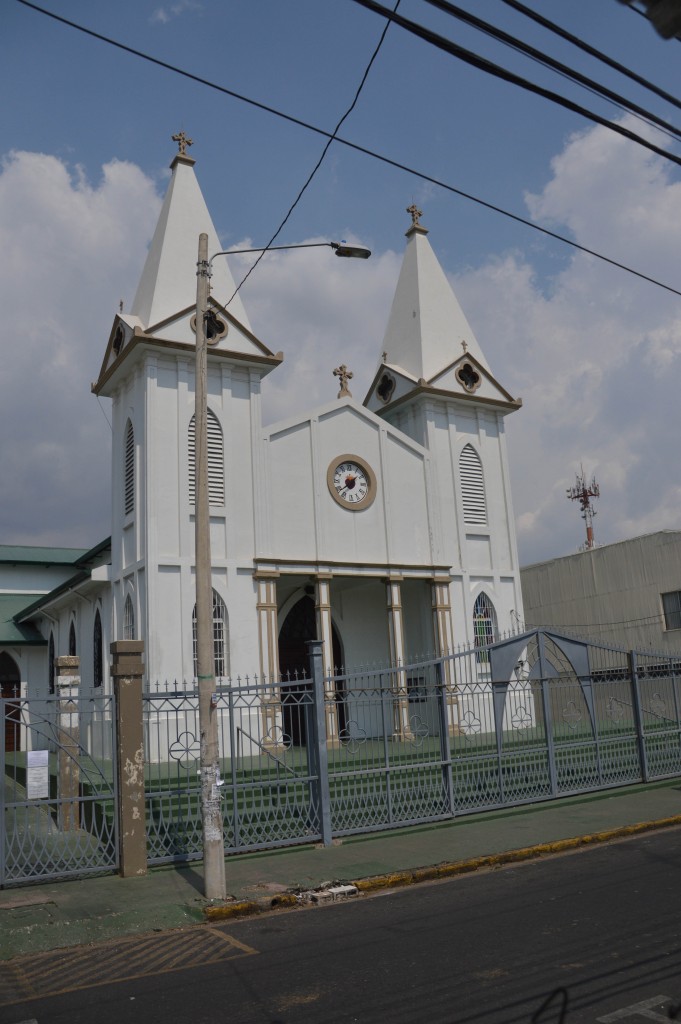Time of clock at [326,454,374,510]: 1:38
